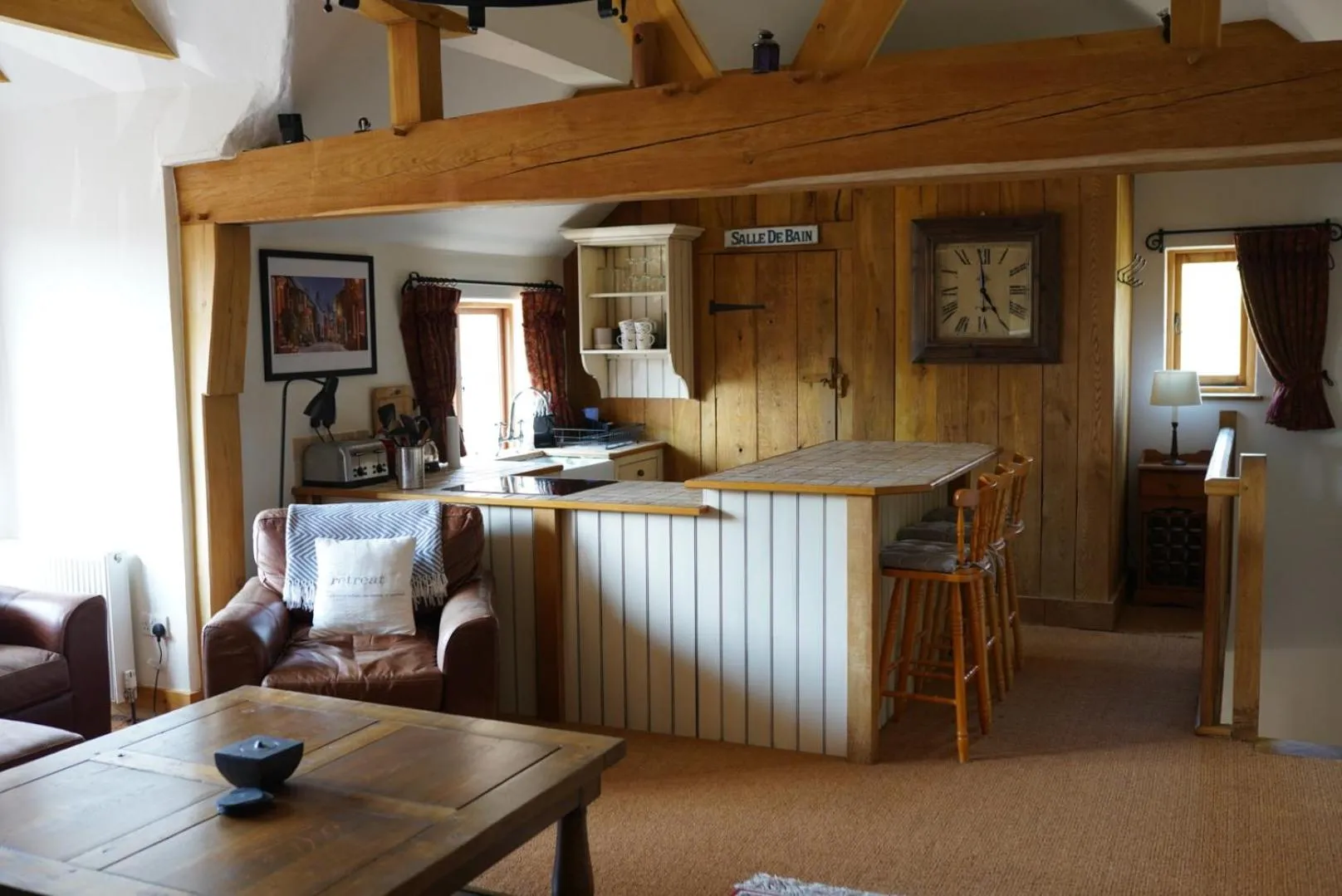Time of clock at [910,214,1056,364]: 4:59
